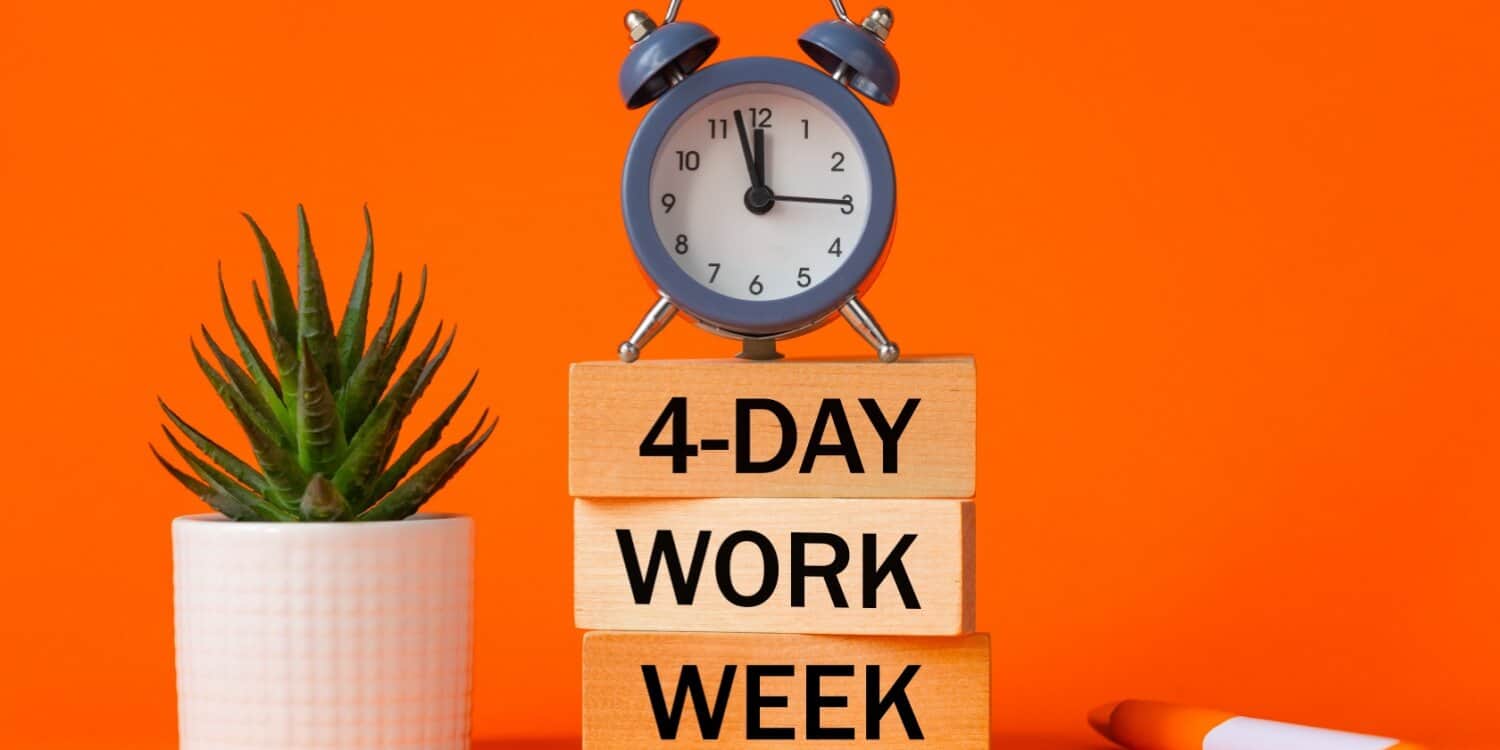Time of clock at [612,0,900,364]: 11:57
